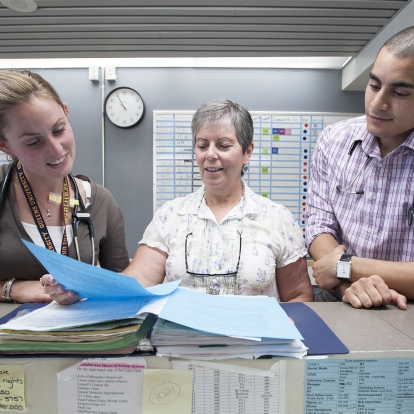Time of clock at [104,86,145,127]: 10:54
